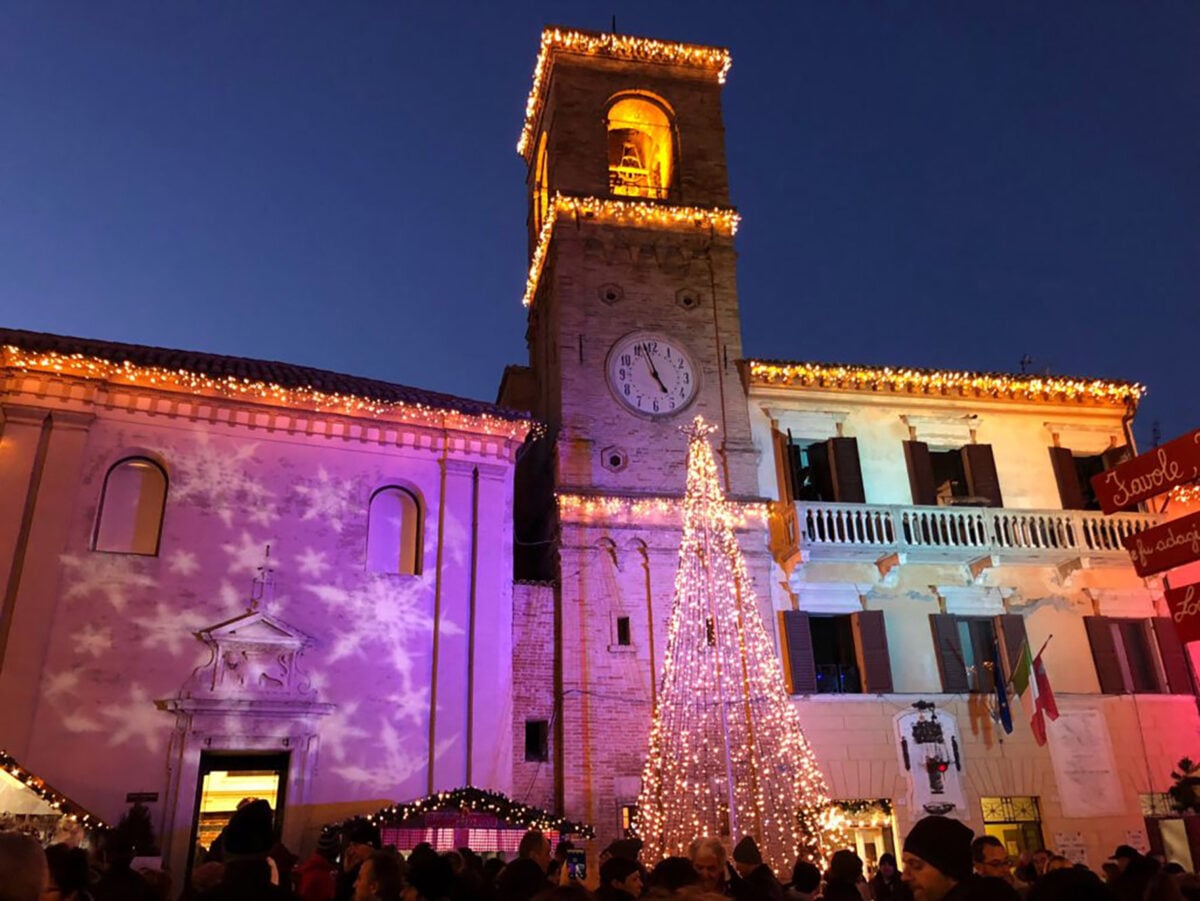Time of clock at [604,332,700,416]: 4:57
